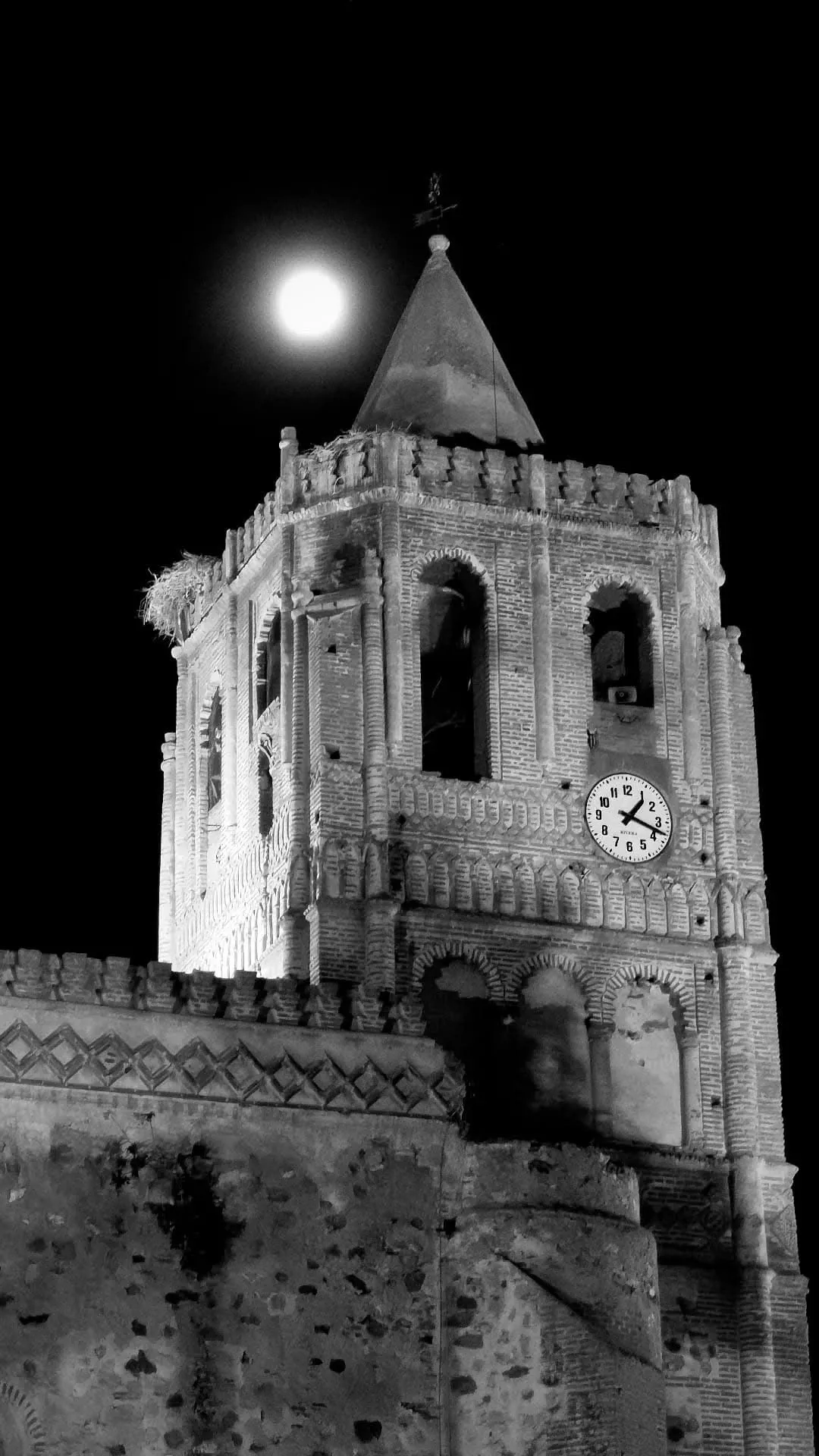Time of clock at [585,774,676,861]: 1:18
